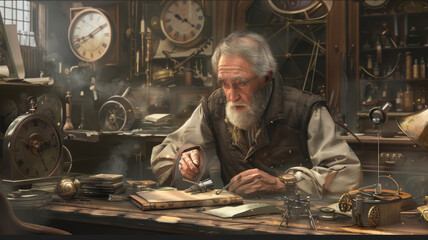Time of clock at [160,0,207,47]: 10:21
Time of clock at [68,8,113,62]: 8:09
